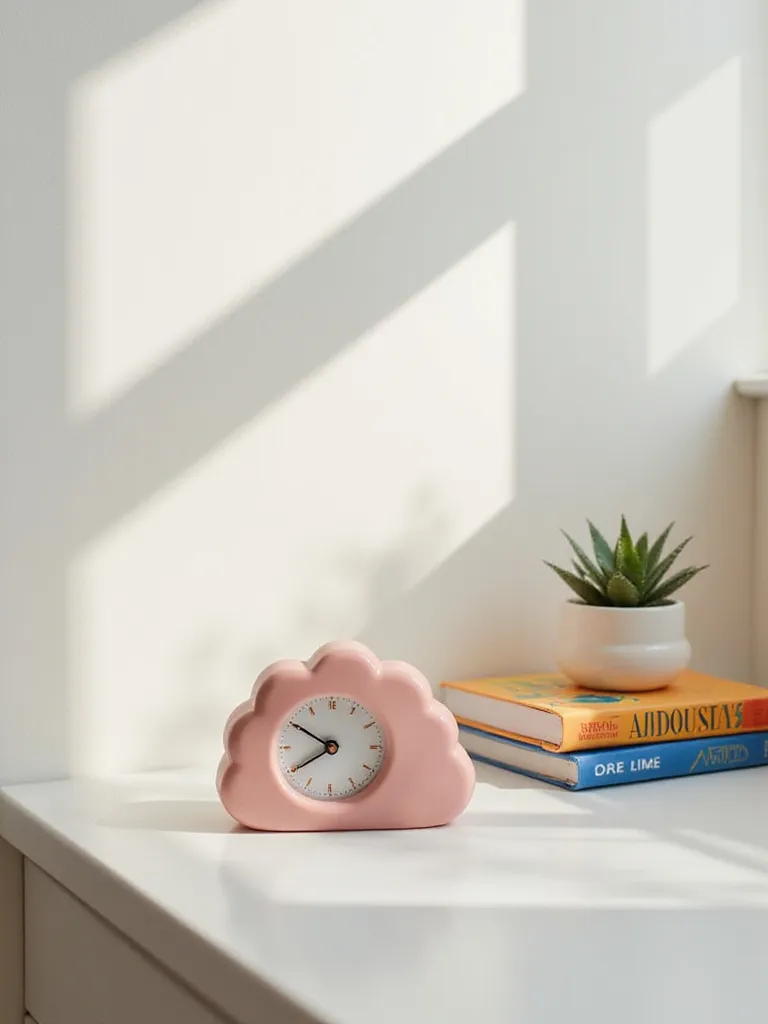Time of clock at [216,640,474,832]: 7:50
